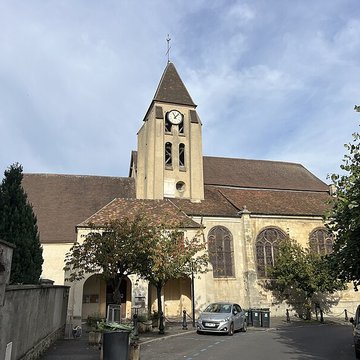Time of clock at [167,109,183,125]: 11:07
